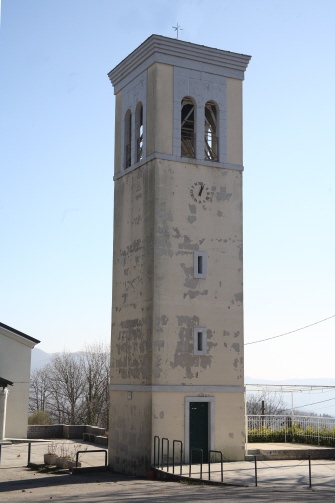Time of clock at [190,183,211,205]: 1:02
